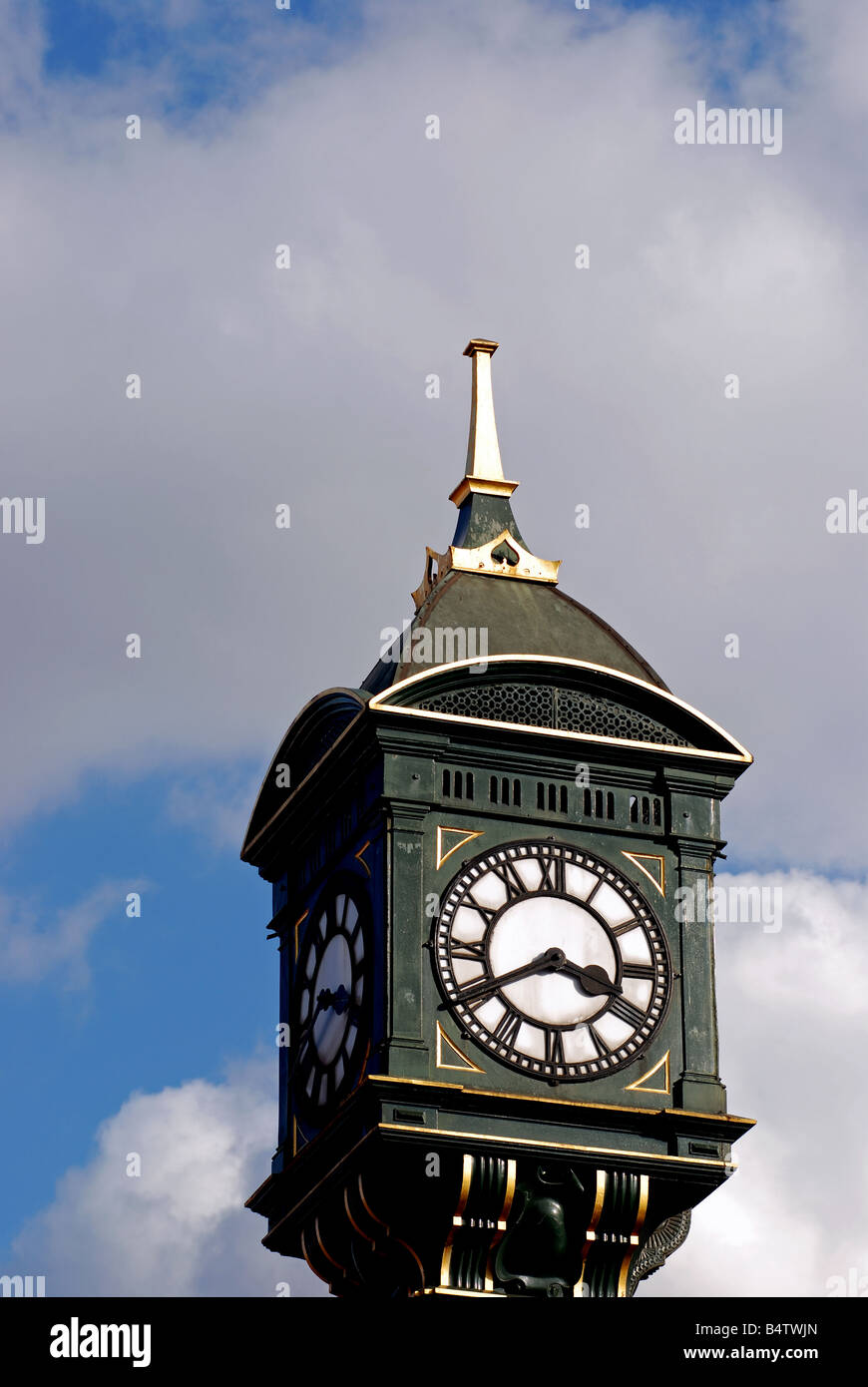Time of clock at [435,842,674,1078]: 3:40
